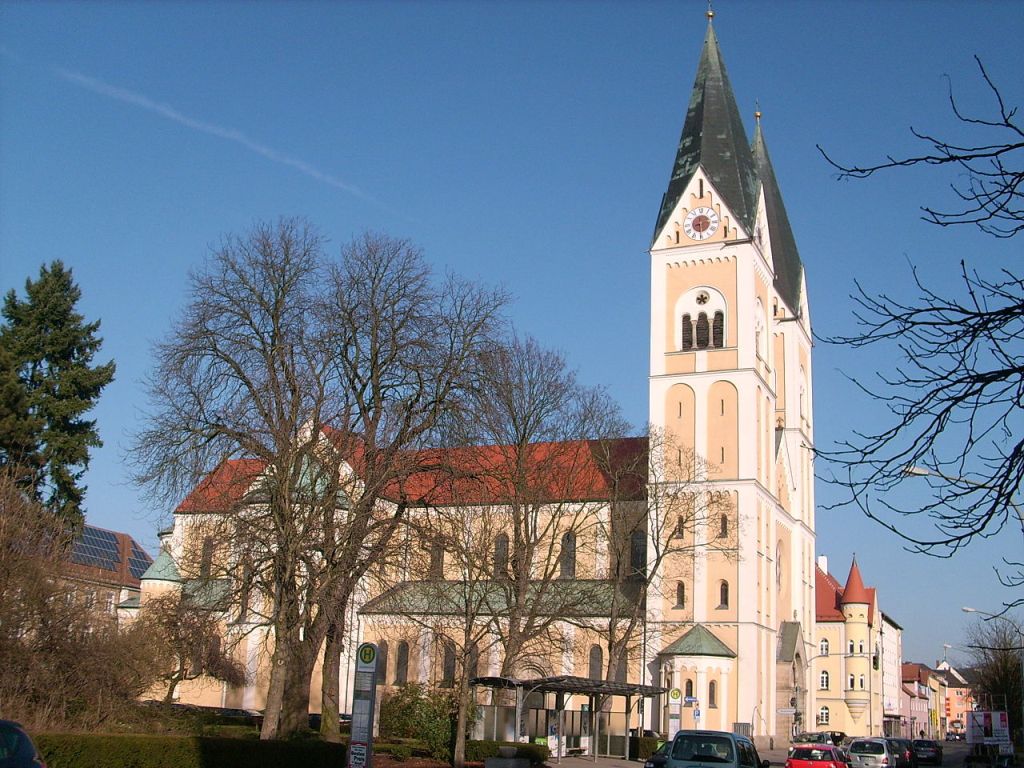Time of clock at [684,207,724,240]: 8:30
